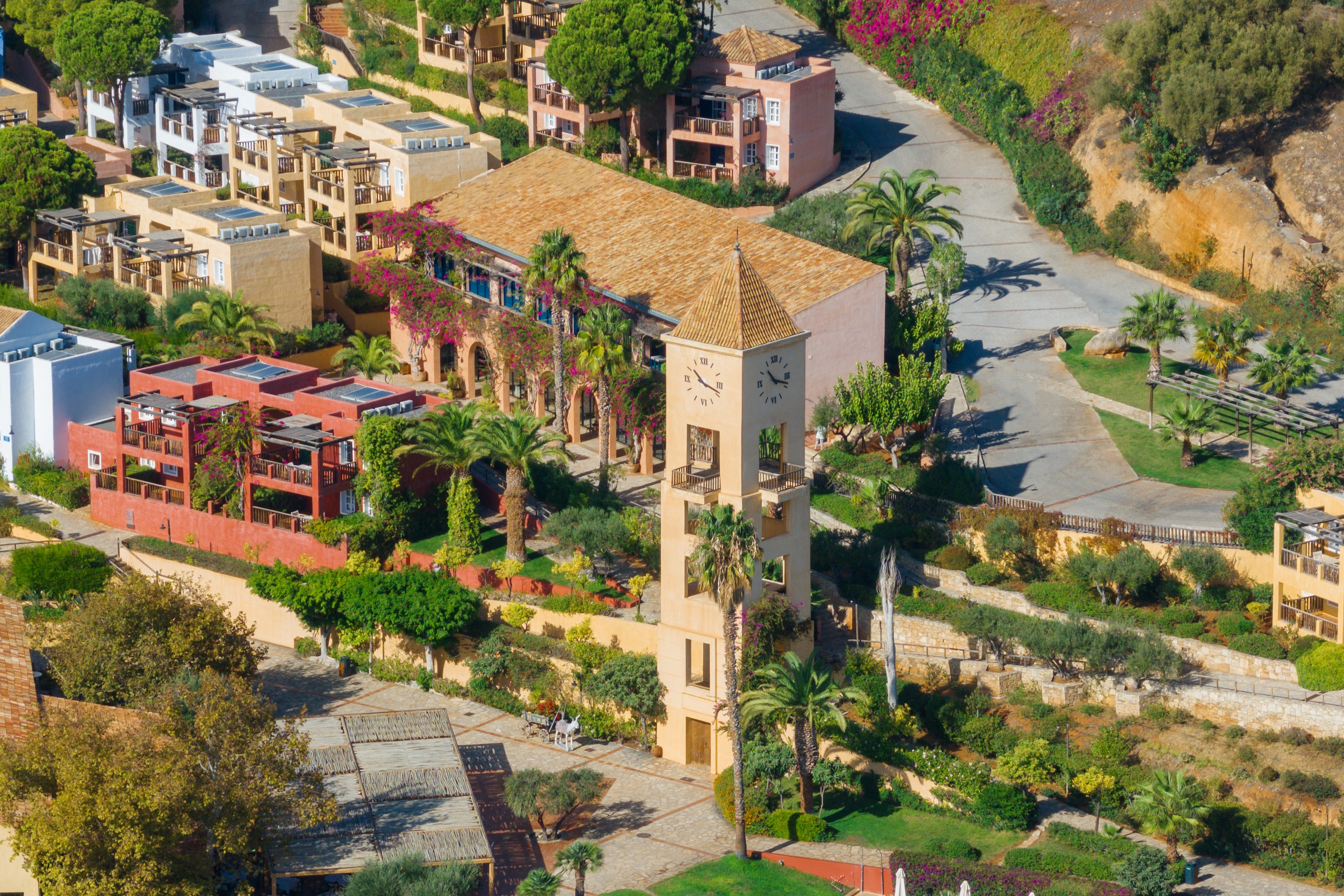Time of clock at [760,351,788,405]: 10:18
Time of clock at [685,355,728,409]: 10:18
